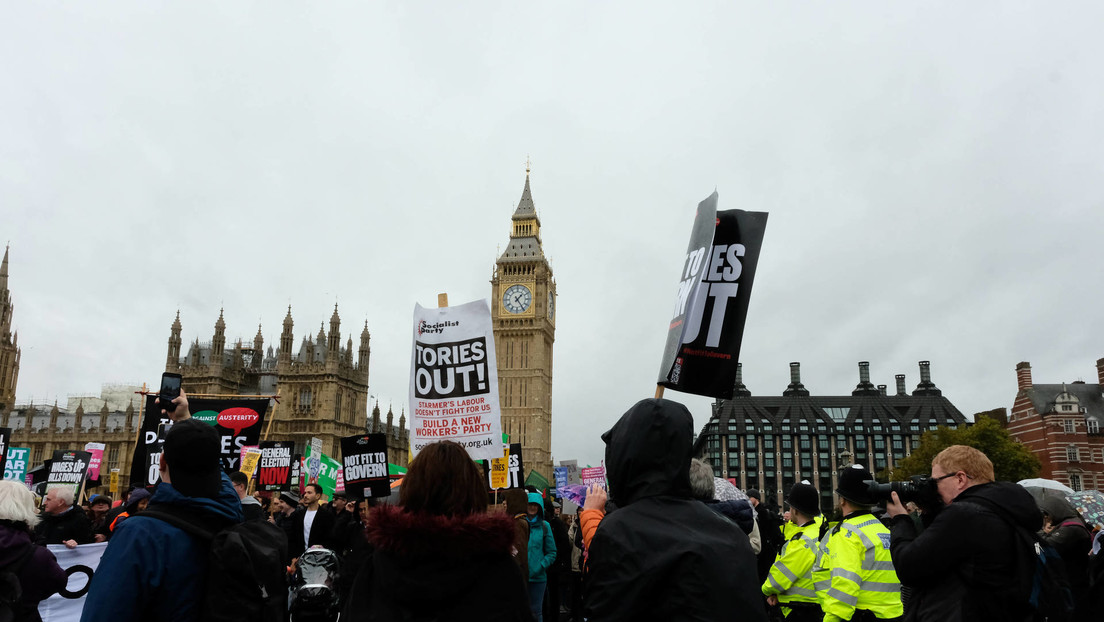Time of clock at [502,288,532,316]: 1:24
